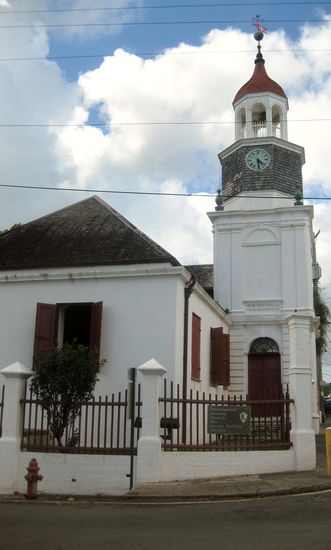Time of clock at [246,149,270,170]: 4:29
